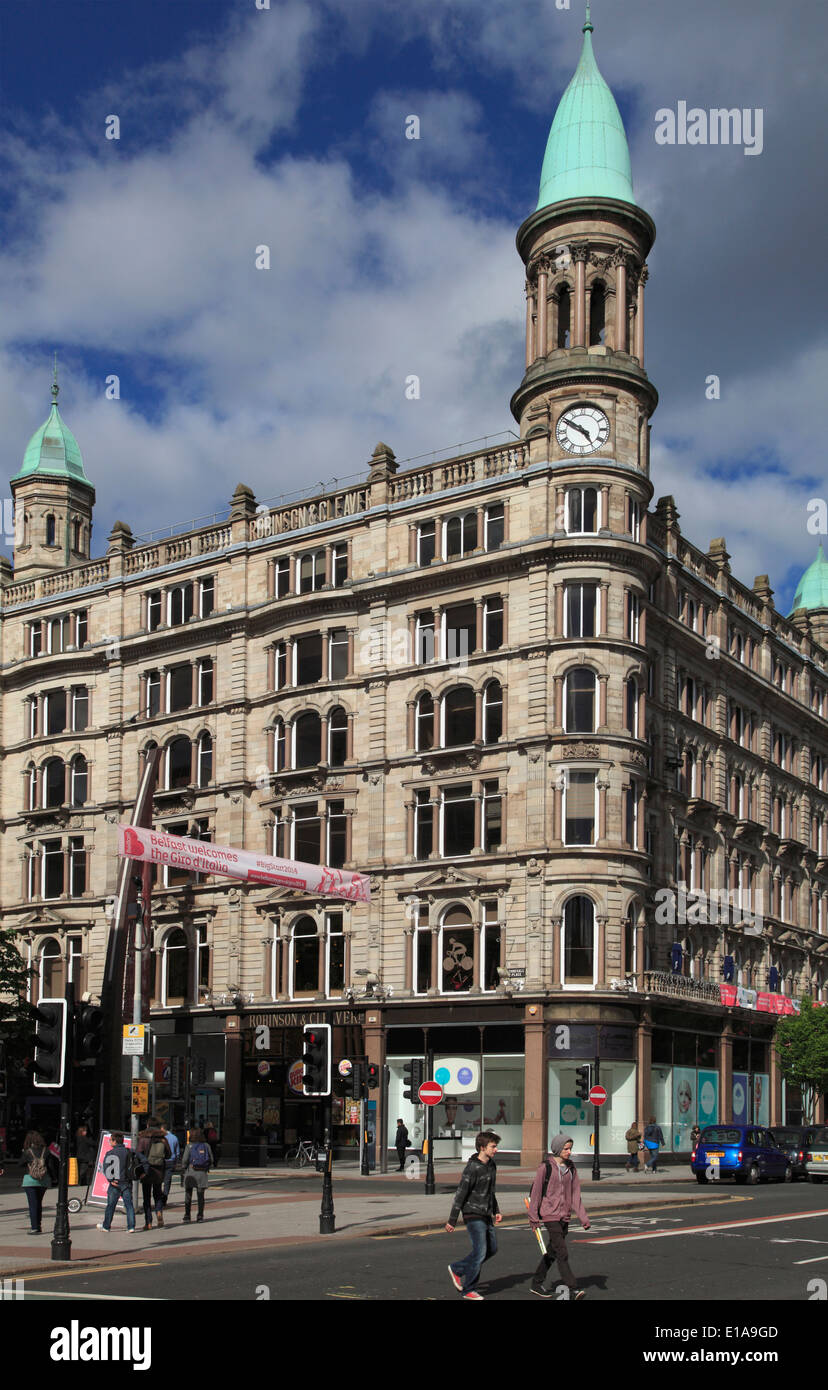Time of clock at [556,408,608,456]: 4:50
